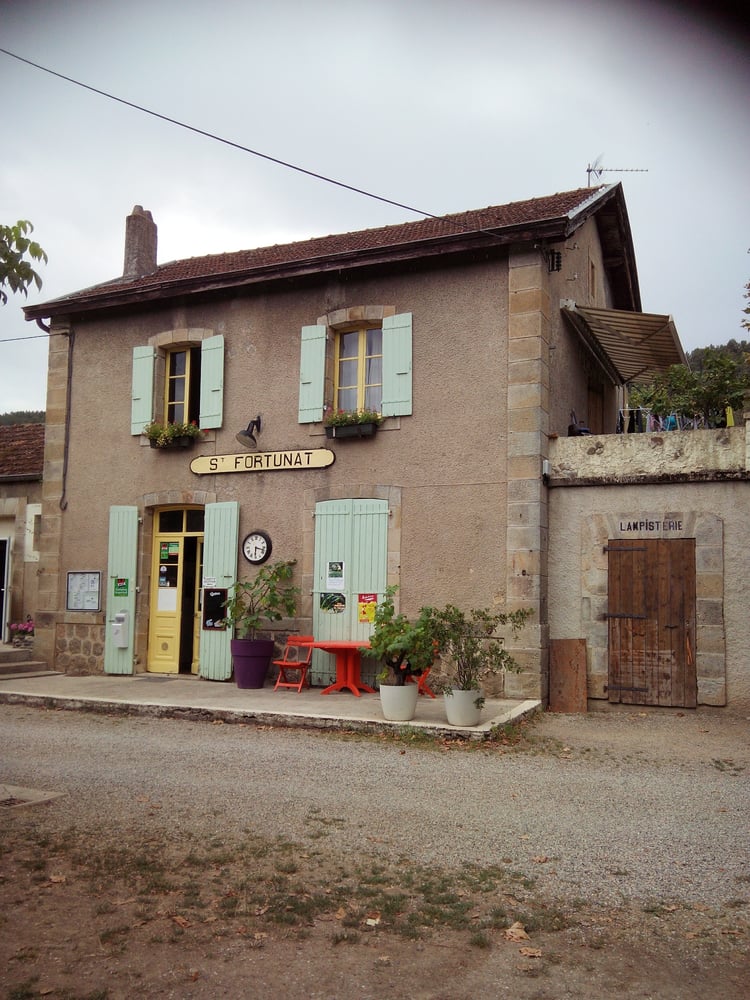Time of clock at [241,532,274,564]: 6:17
